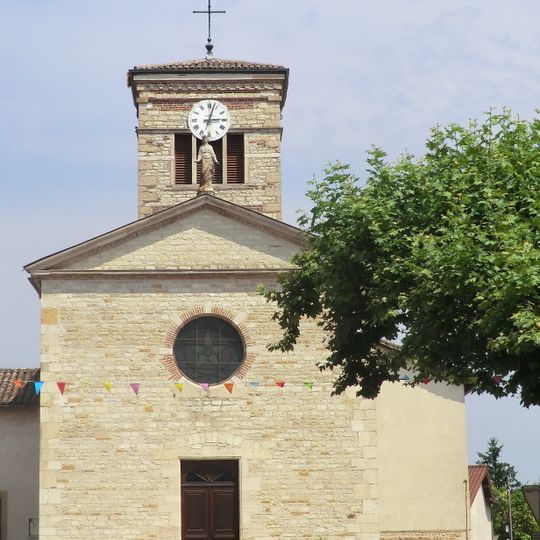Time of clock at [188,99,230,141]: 3:02
